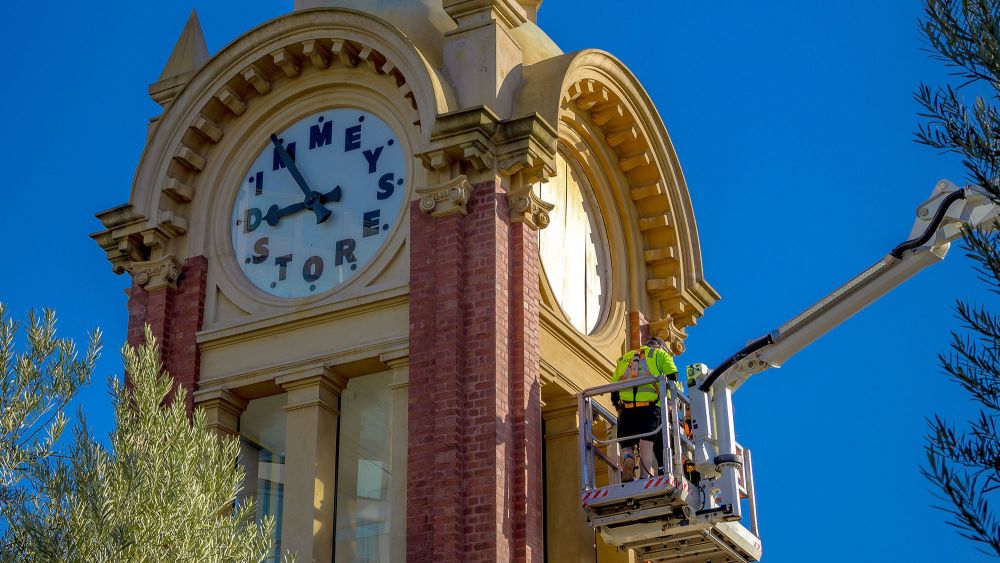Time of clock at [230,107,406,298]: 8:54
